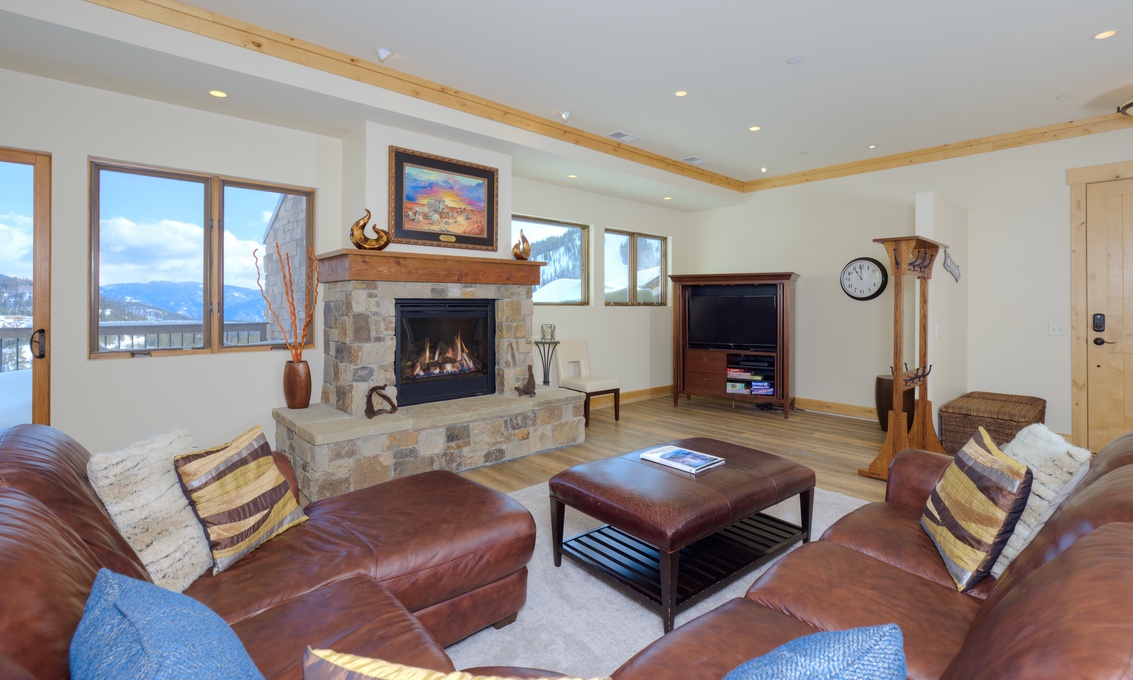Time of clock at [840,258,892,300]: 10:59
